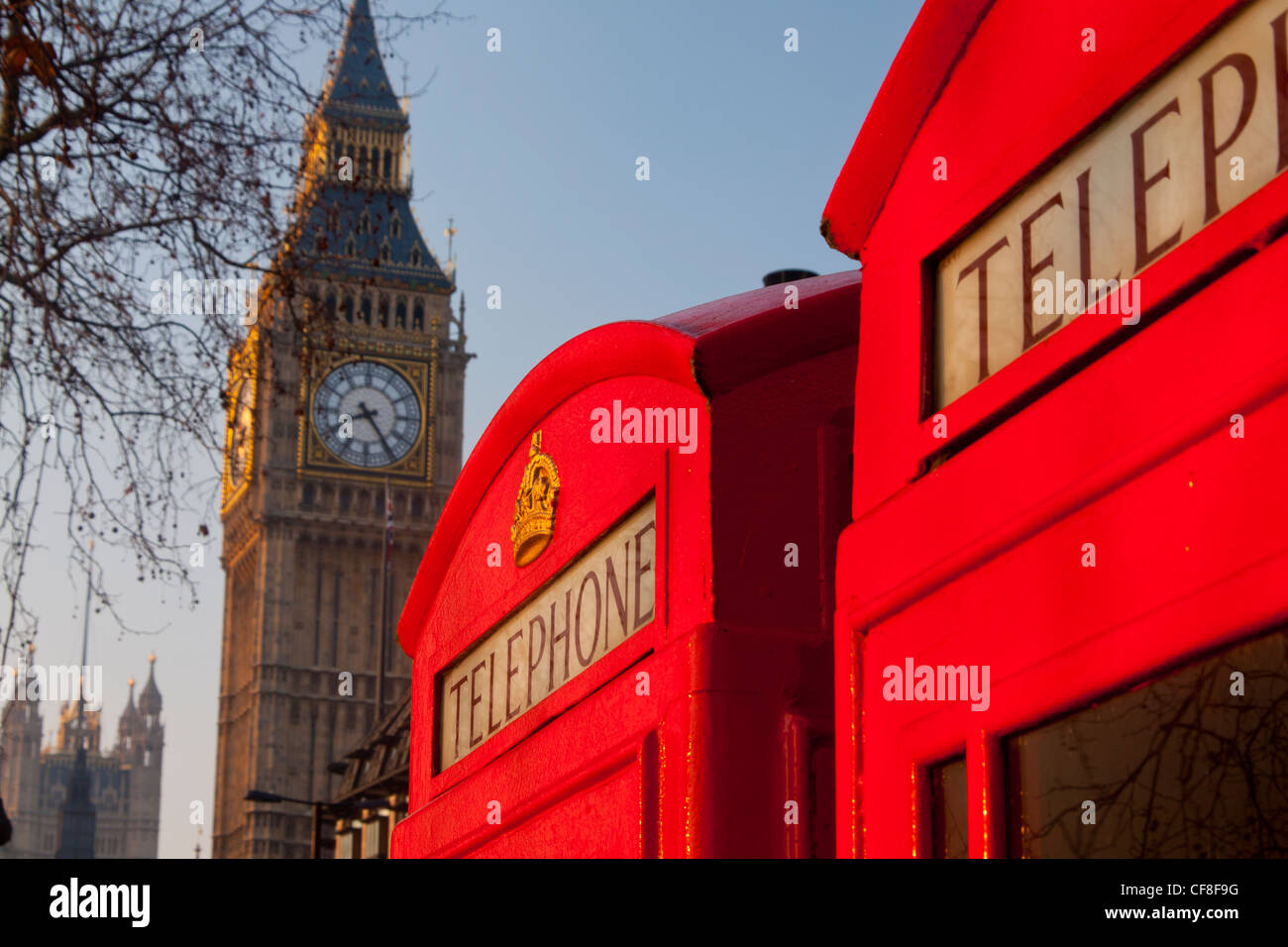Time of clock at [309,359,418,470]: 8:24
